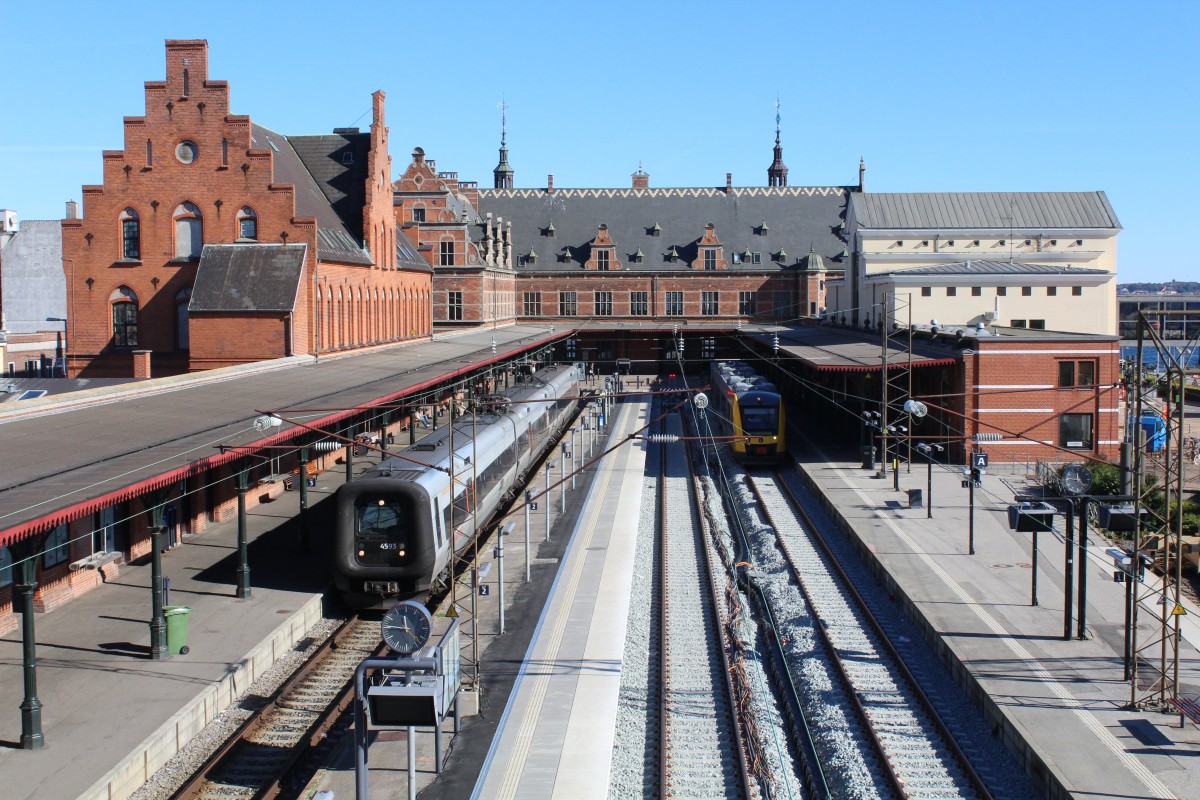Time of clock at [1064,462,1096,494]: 11:46
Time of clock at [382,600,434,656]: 11:45
